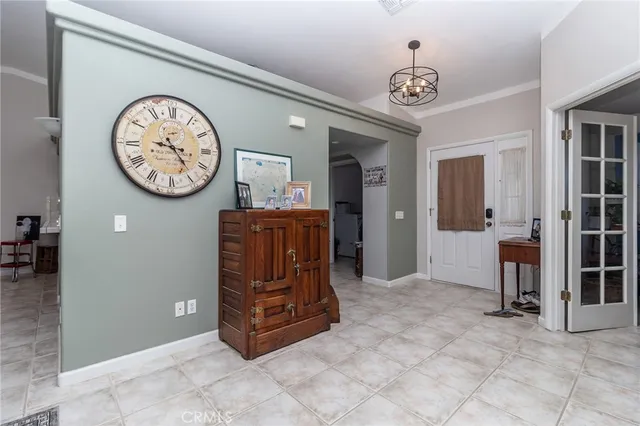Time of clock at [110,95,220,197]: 9:23
